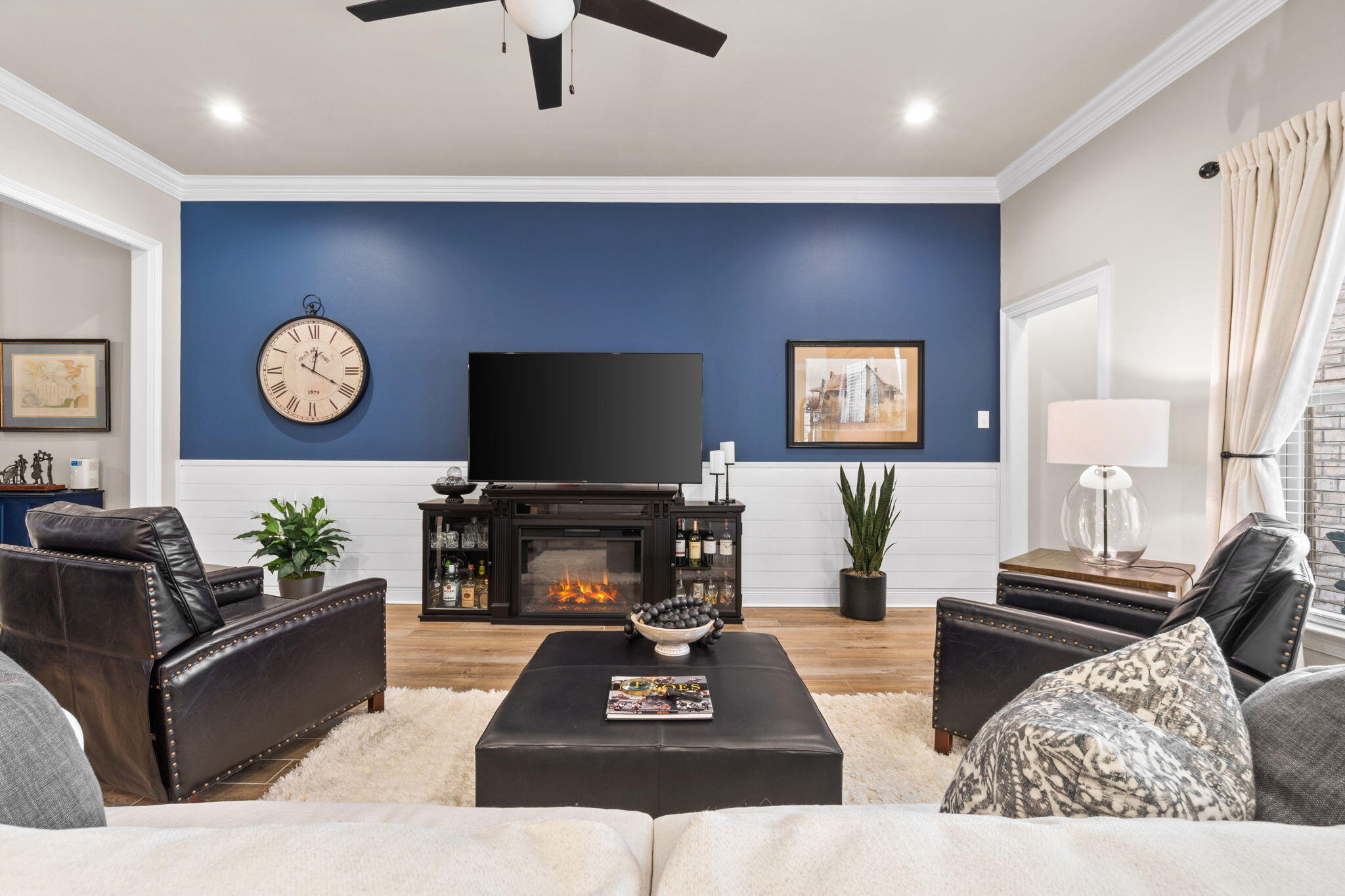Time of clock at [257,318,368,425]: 12:19
